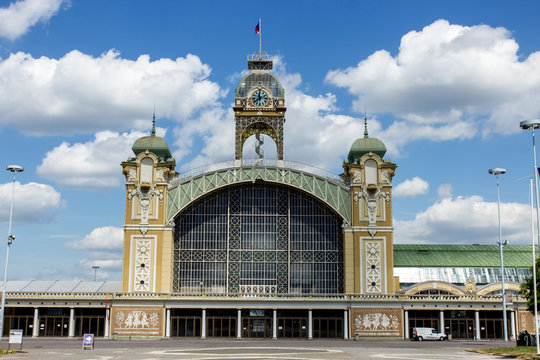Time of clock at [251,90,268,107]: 11:38
